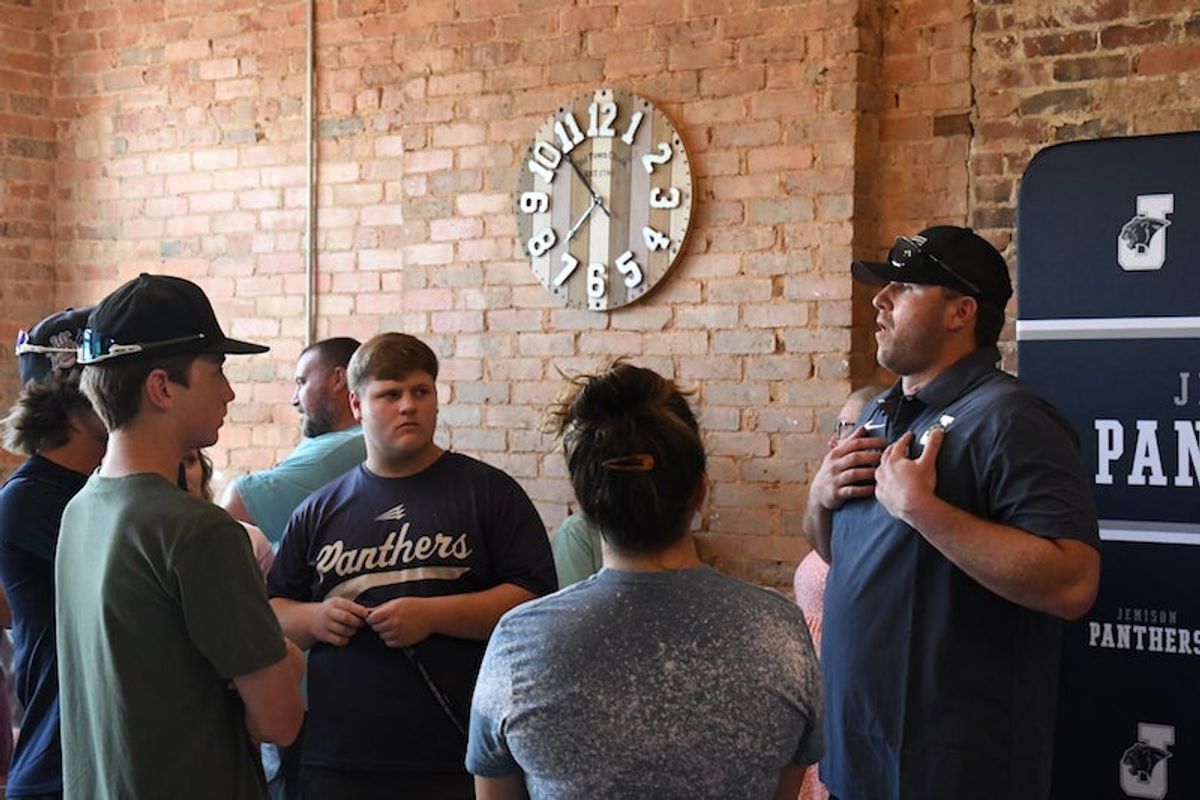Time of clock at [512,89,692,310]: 11:52
